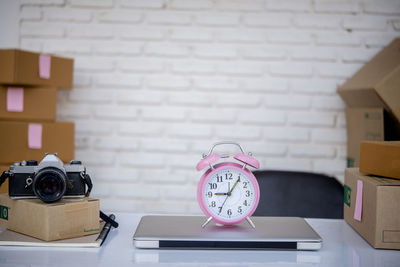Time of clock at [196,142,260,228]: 9:05
